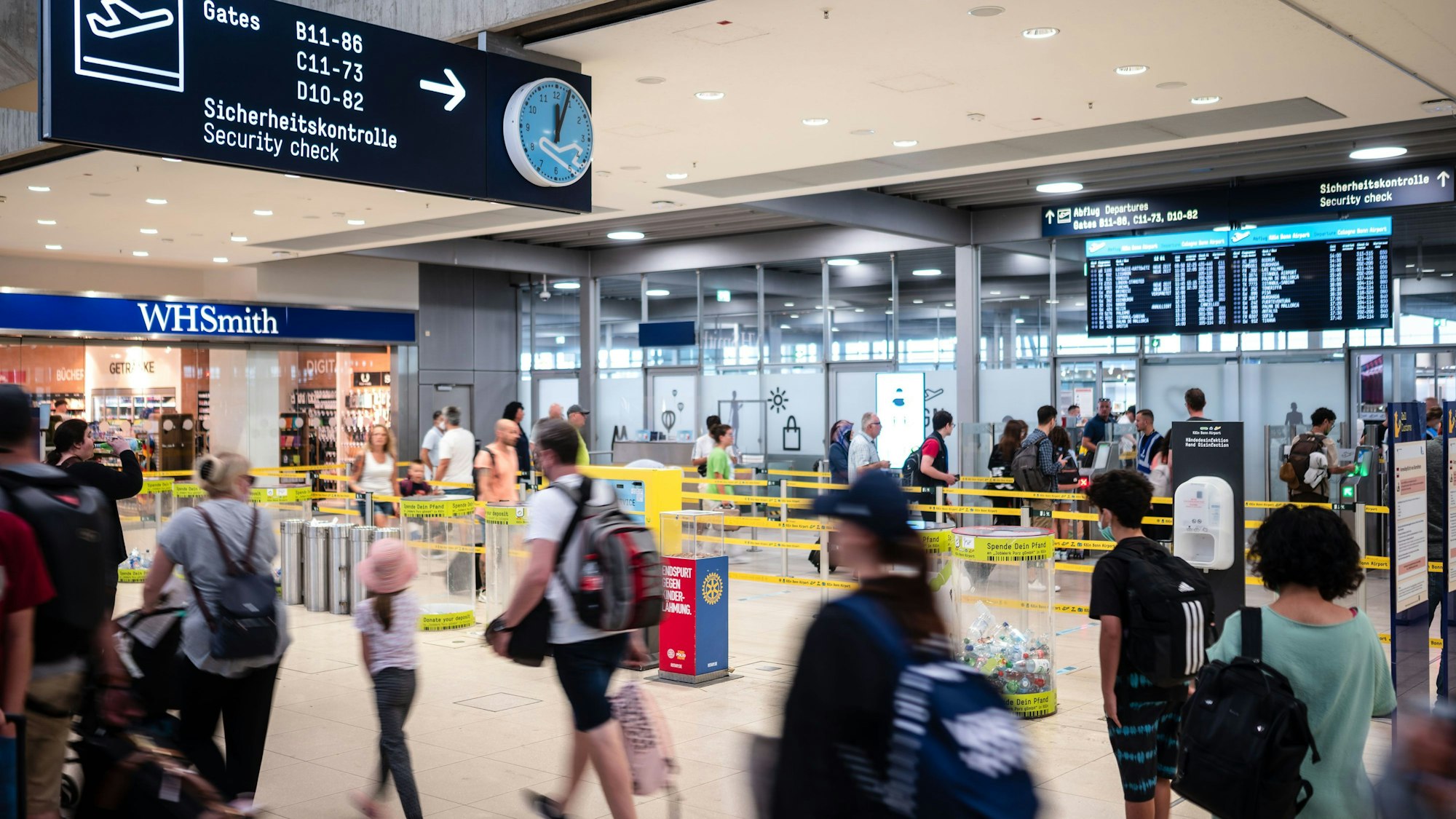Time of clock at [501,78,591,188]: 12:03
